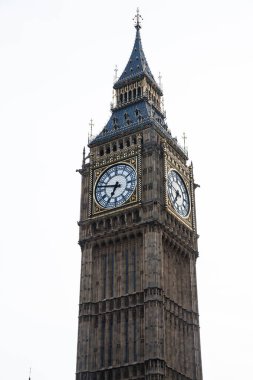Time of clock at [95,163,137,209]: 6:47
